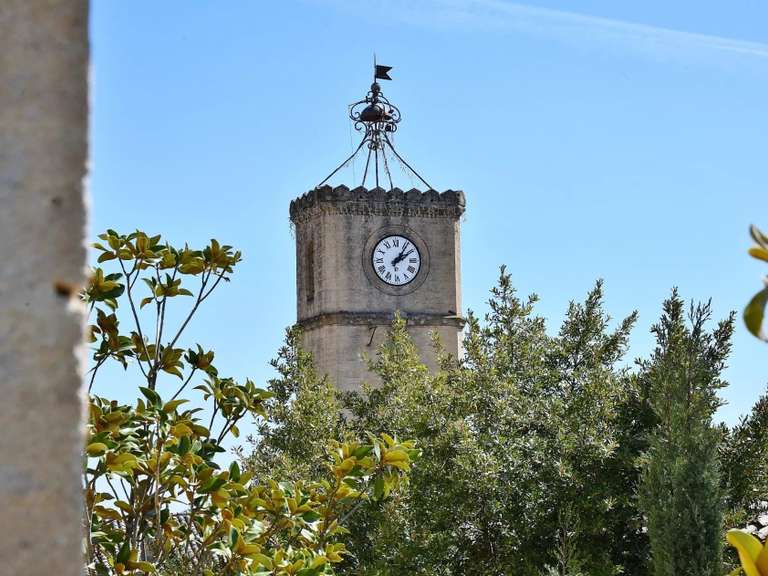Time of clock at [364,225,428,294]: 2:06
